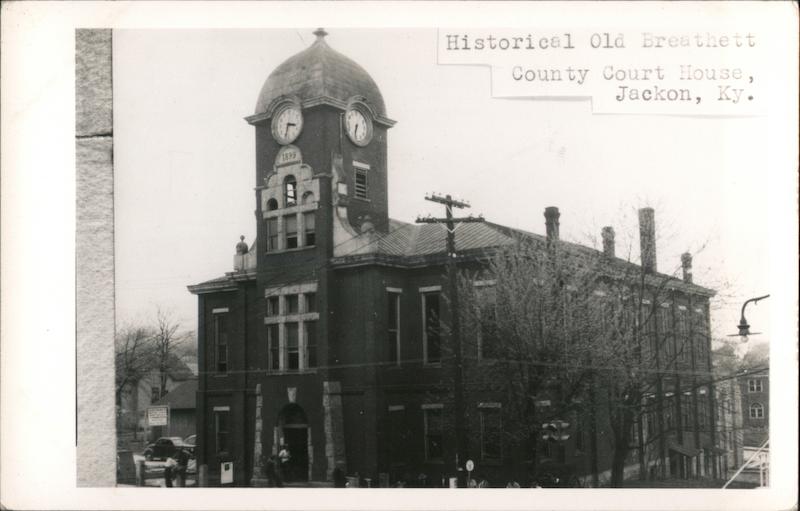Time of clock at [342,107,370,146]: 6:32
